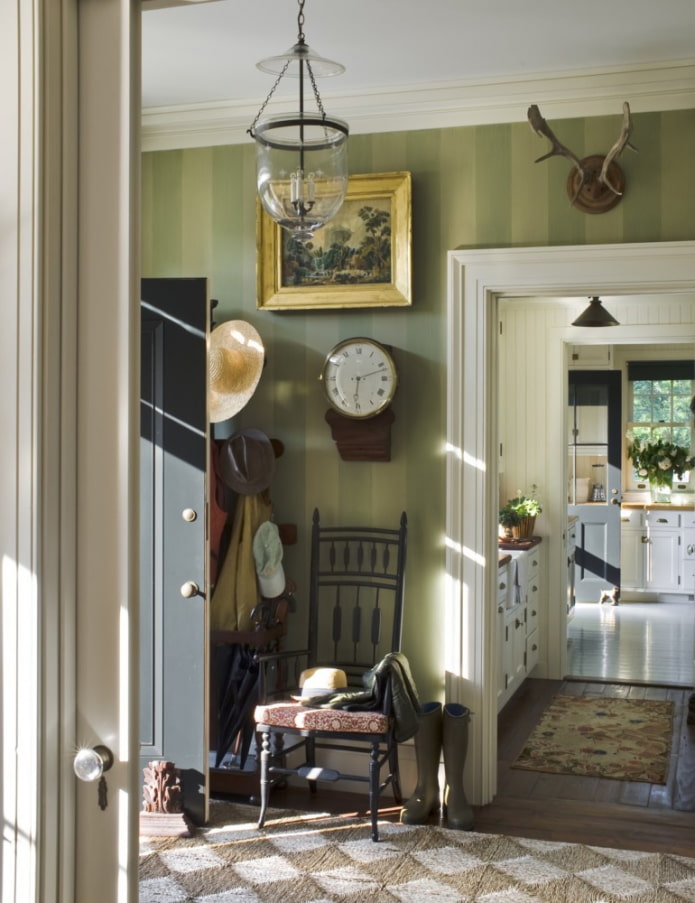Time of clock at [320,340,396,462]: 6:12
